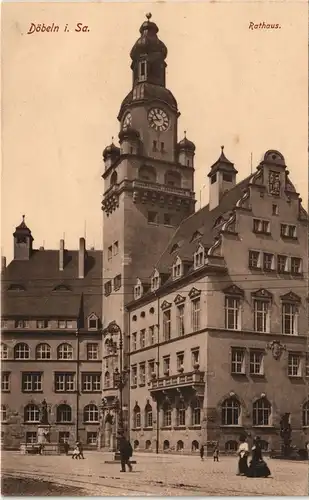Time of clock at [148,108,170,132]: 10:42
